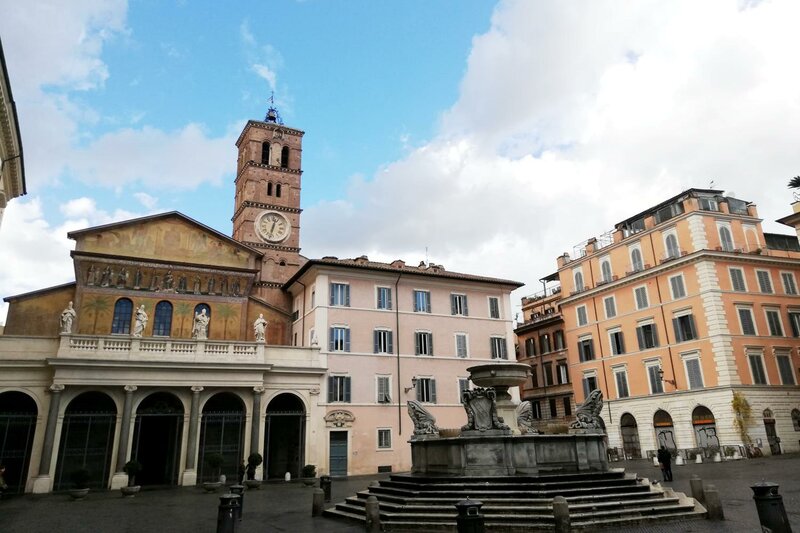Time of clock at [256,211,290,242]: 12:32
